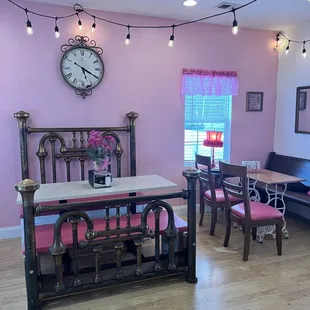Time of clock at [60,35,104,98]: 5:19
